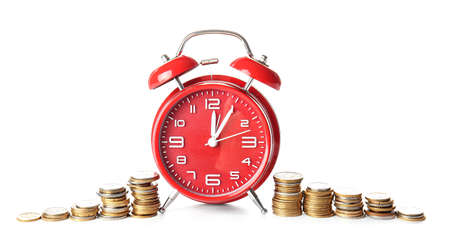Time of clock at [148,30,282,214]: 12:05
